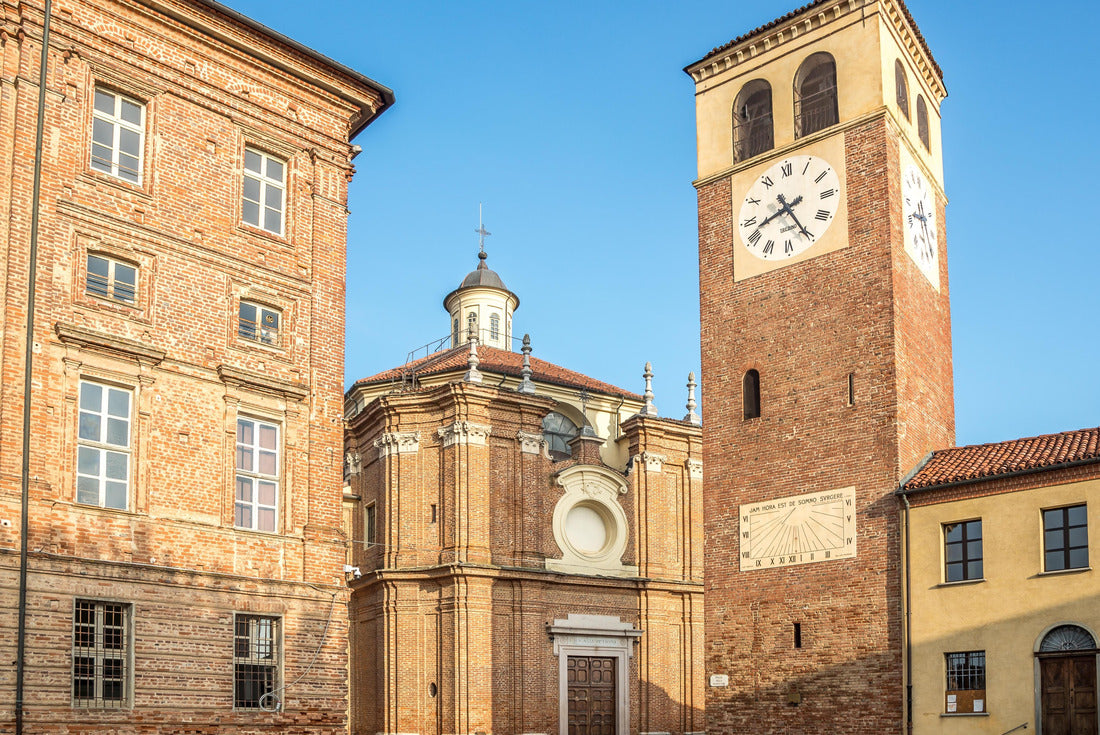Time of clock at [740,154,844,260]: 8:25
